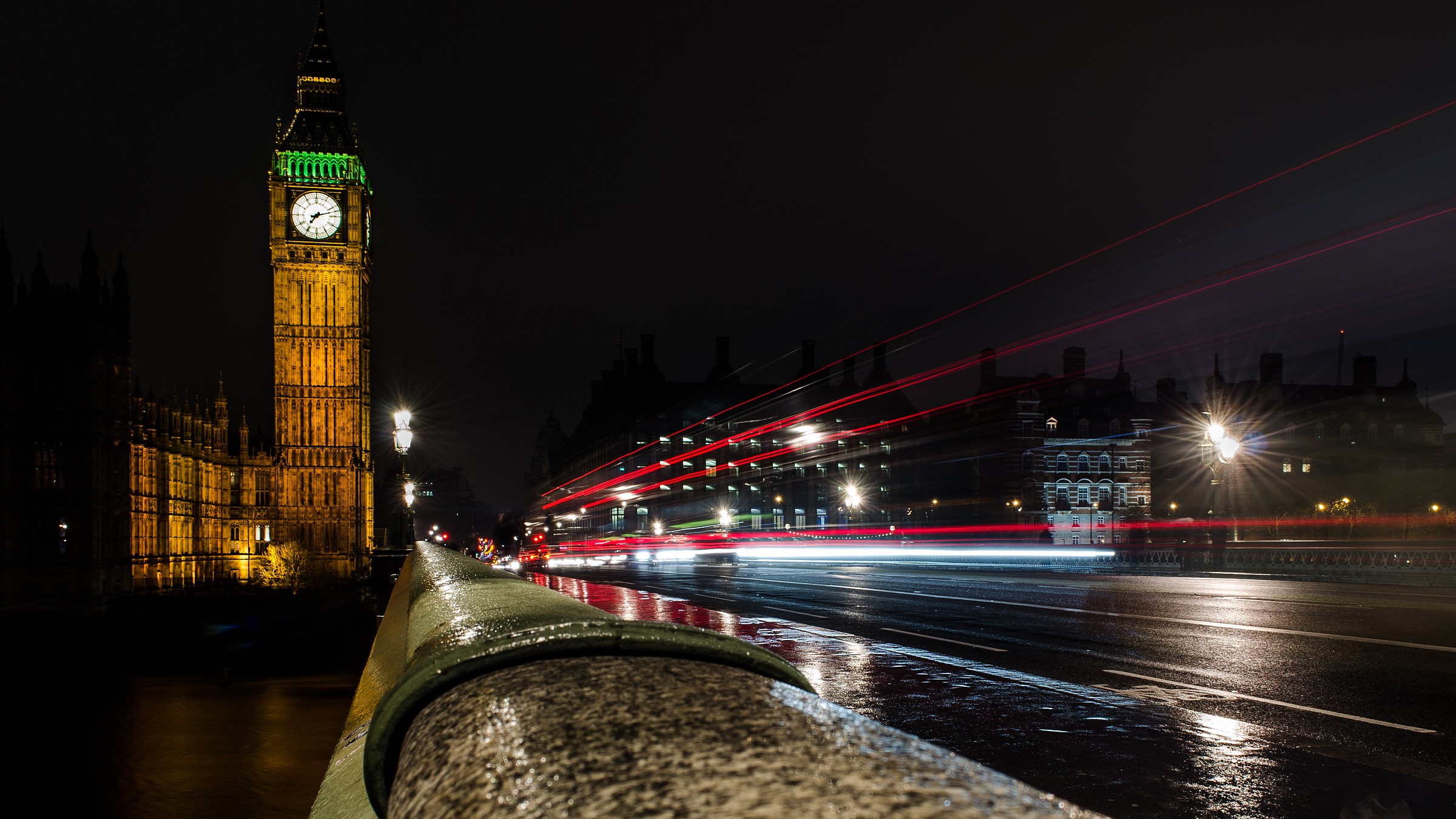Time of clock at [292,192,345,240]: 7:12
